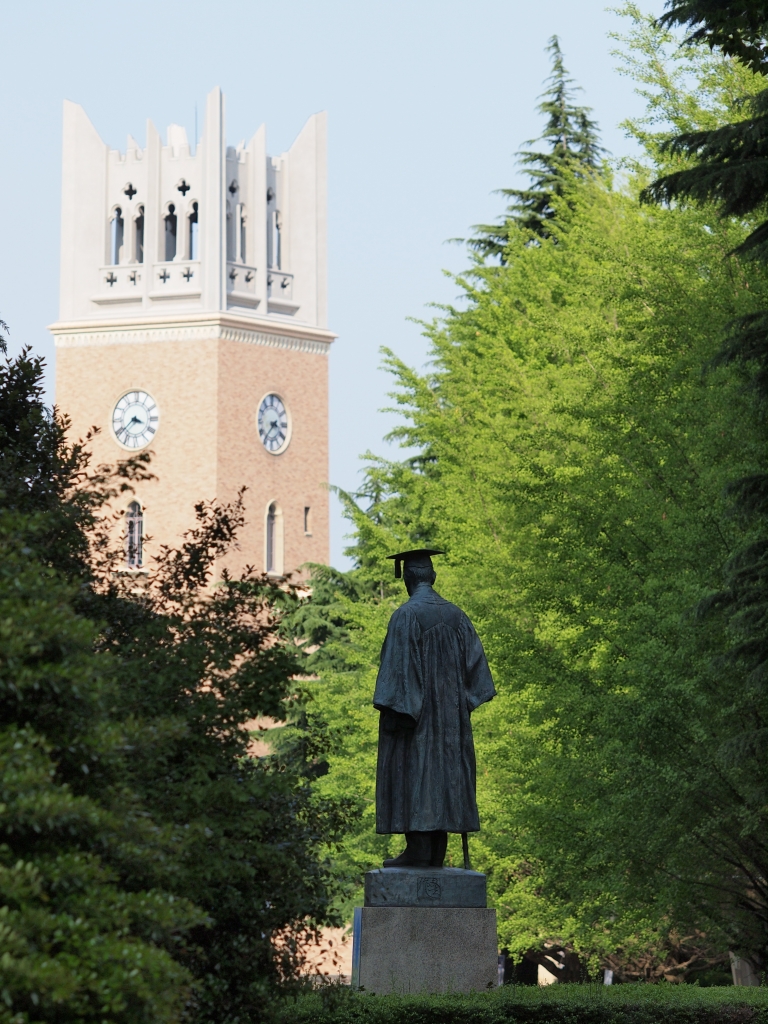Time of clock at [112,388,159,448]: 3:38
